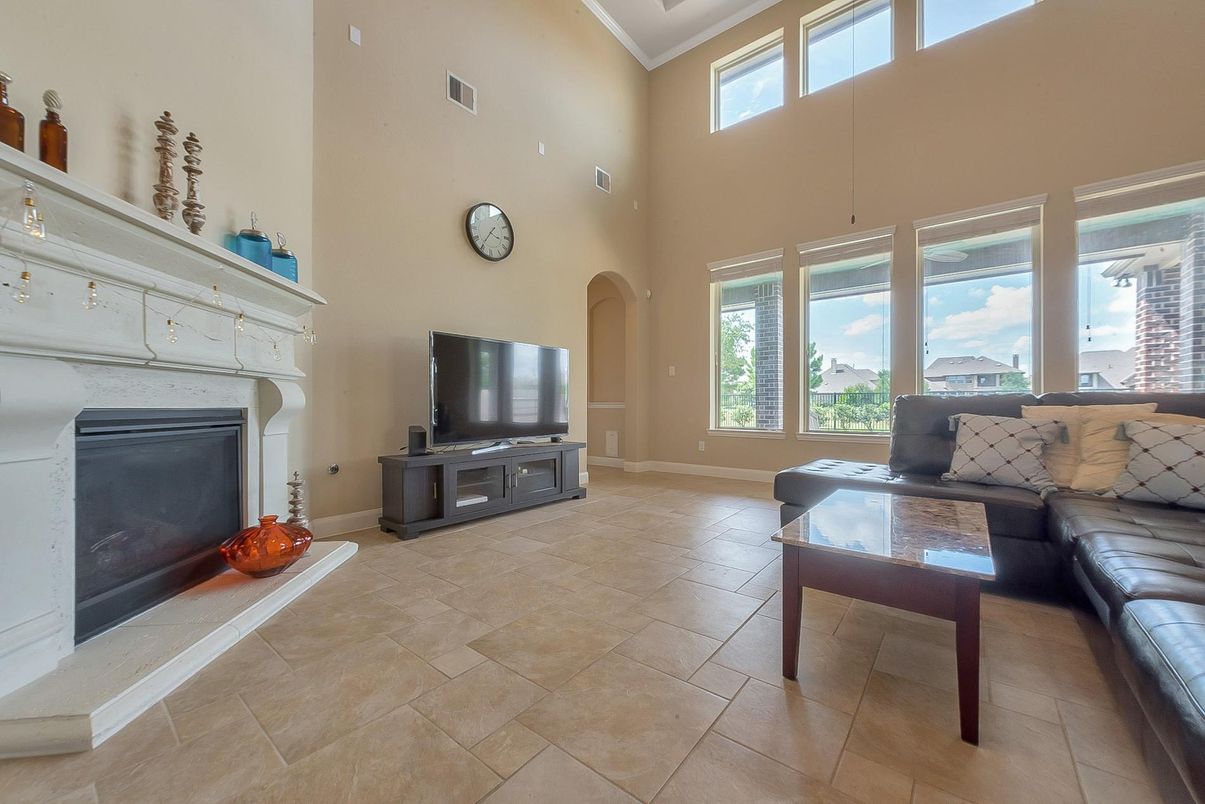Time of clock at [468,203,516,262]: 3:35
